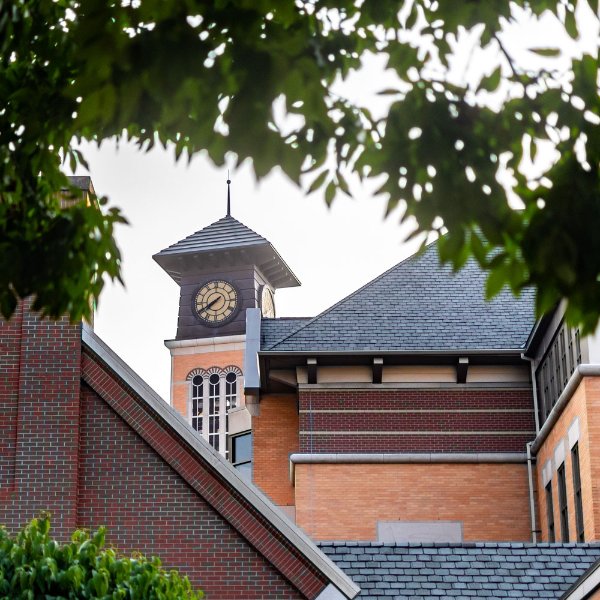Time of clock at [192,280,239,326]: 7:40
